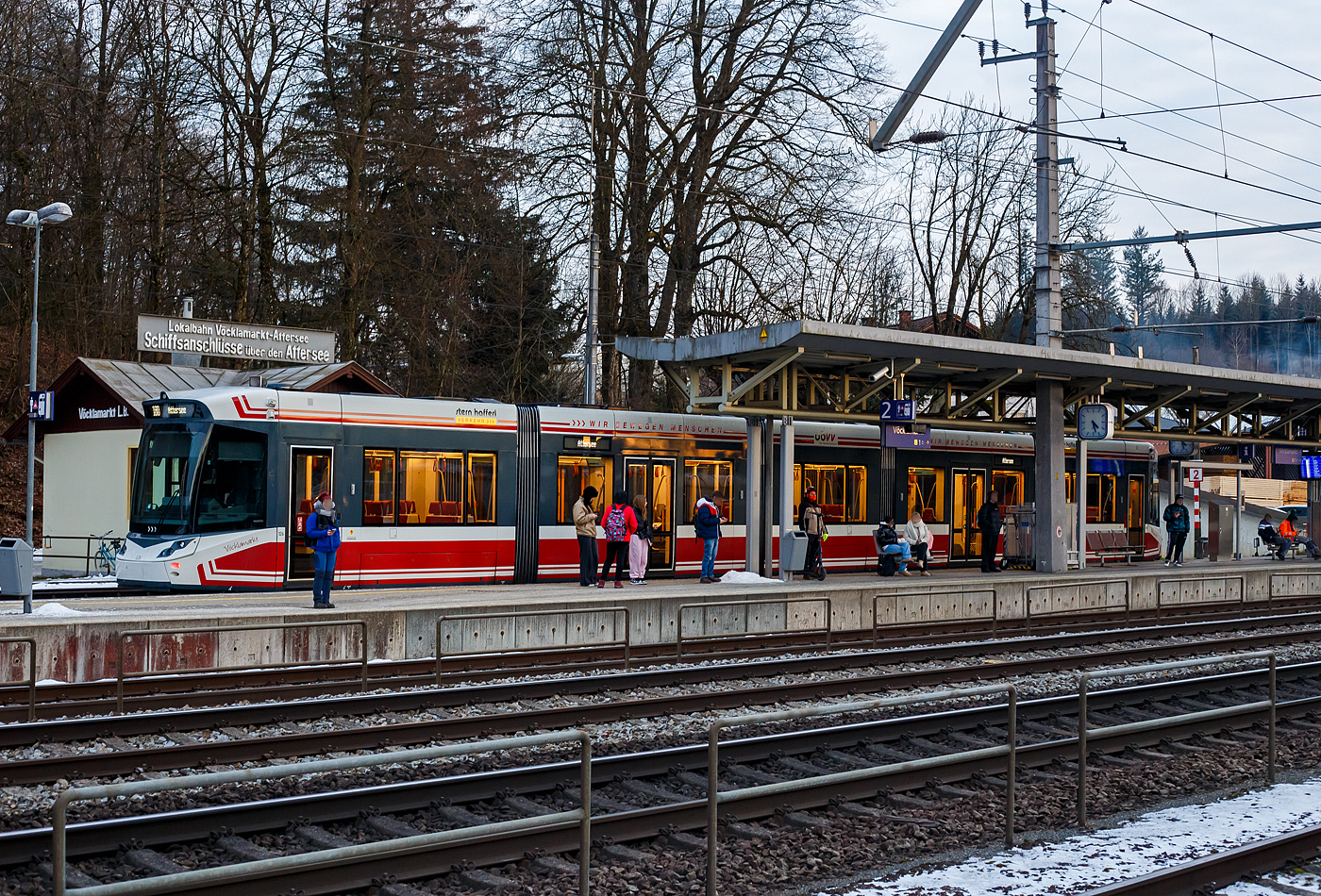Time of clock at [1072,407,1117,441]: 4:27
